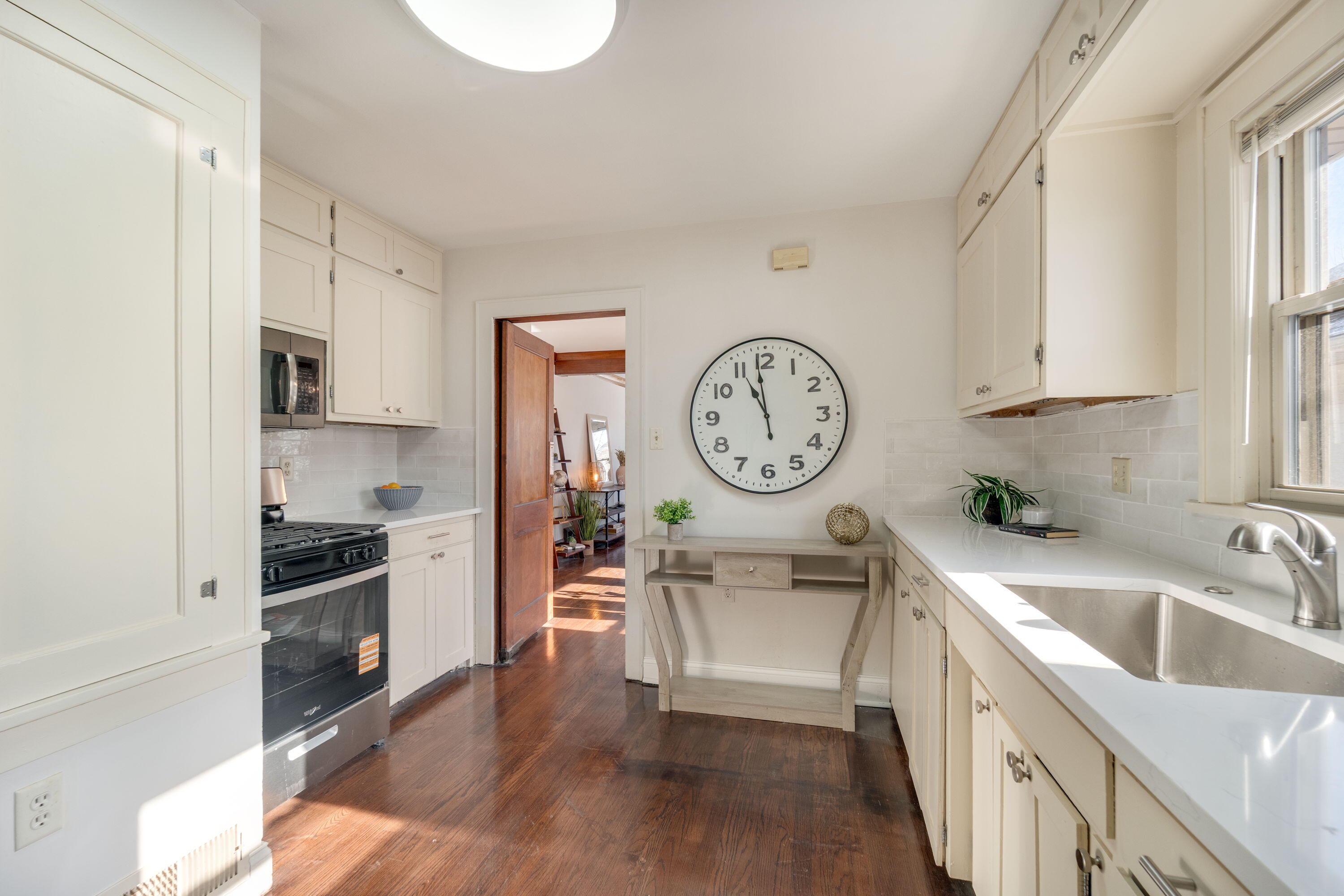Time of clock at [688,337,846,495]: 10:58
